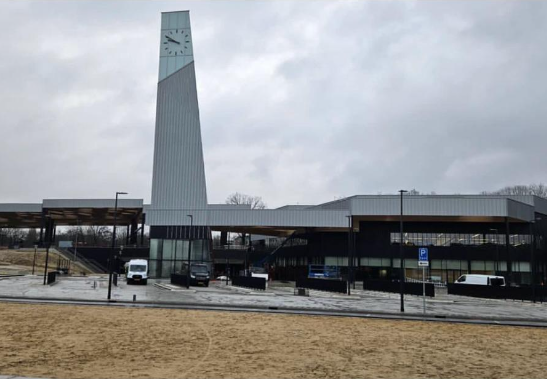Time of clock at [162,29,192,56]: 9:50
